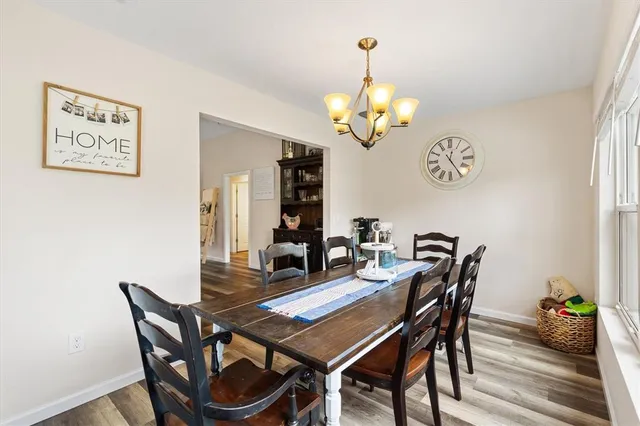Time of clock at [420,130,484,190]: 12:24
